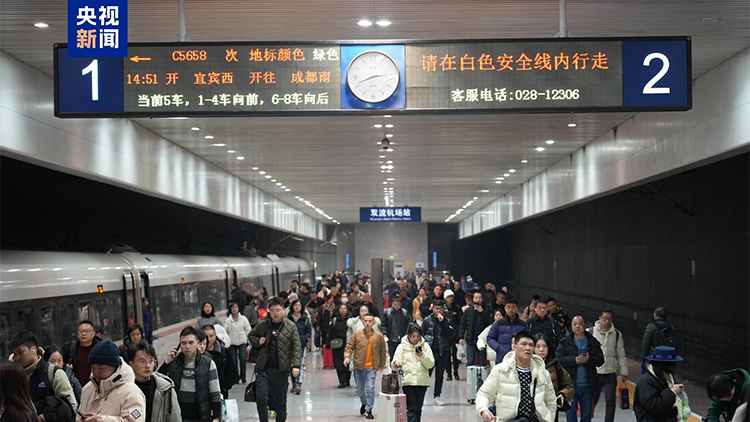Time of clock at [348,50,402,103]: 2:41
